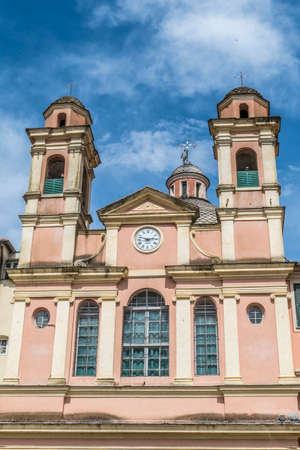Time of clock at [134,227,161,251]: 2:47
